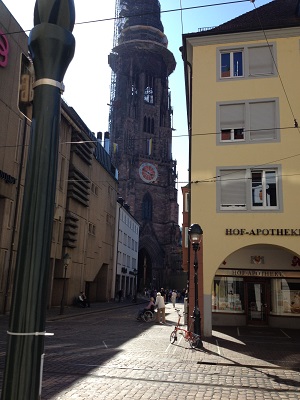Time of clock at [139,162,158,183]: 3:48
